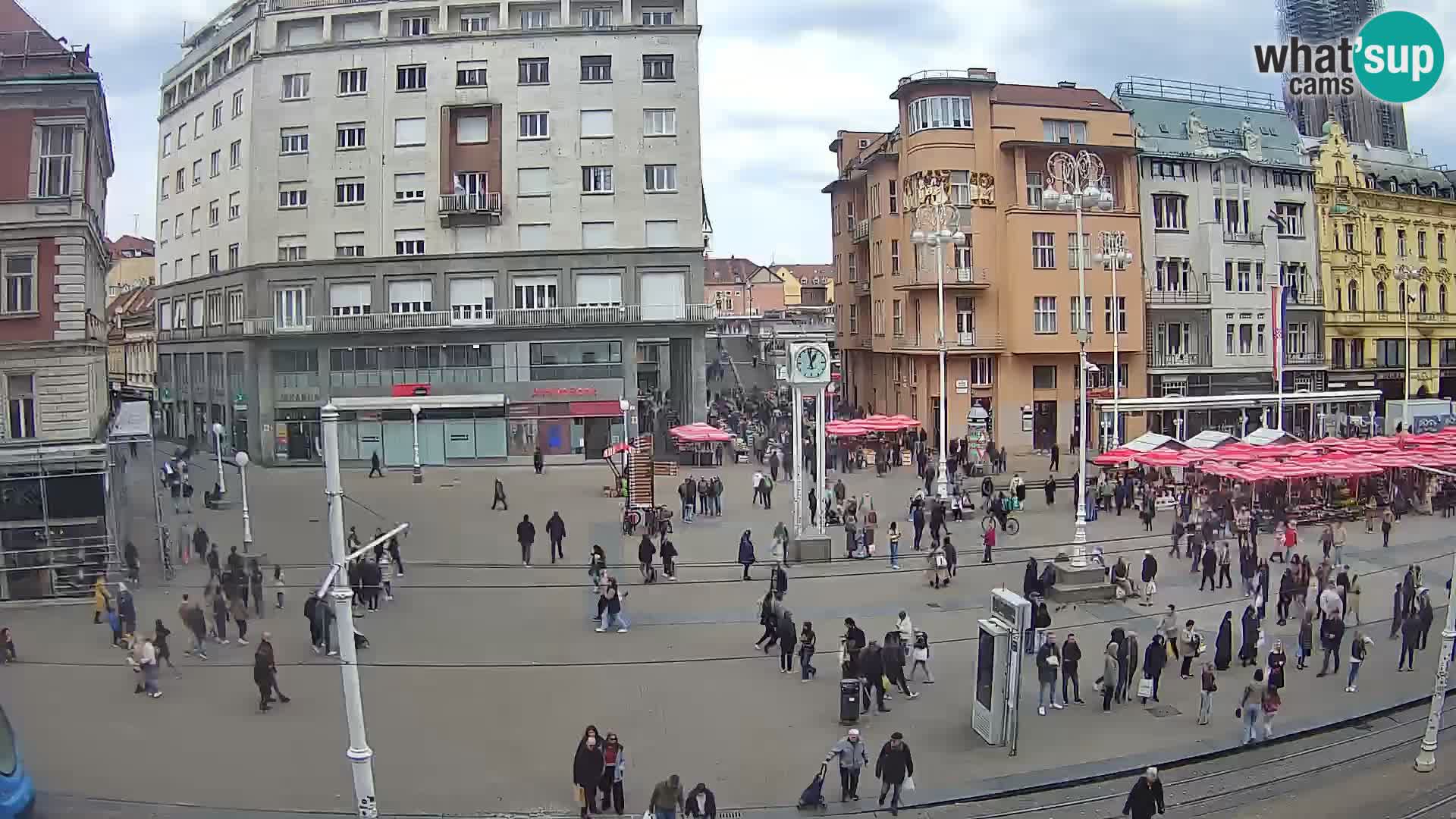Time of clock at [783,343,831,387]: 12:58
